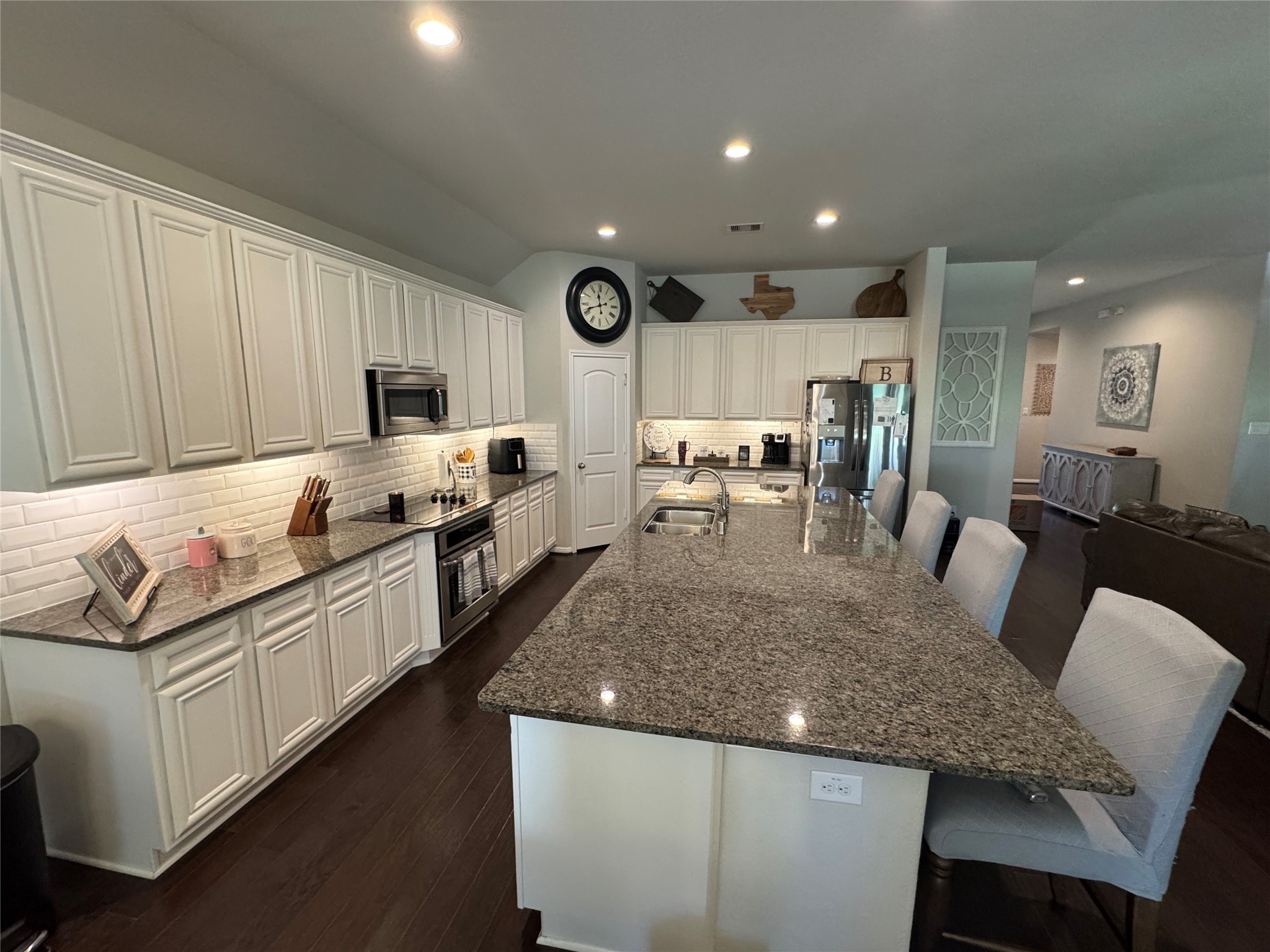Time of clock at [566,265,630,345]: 11:41
